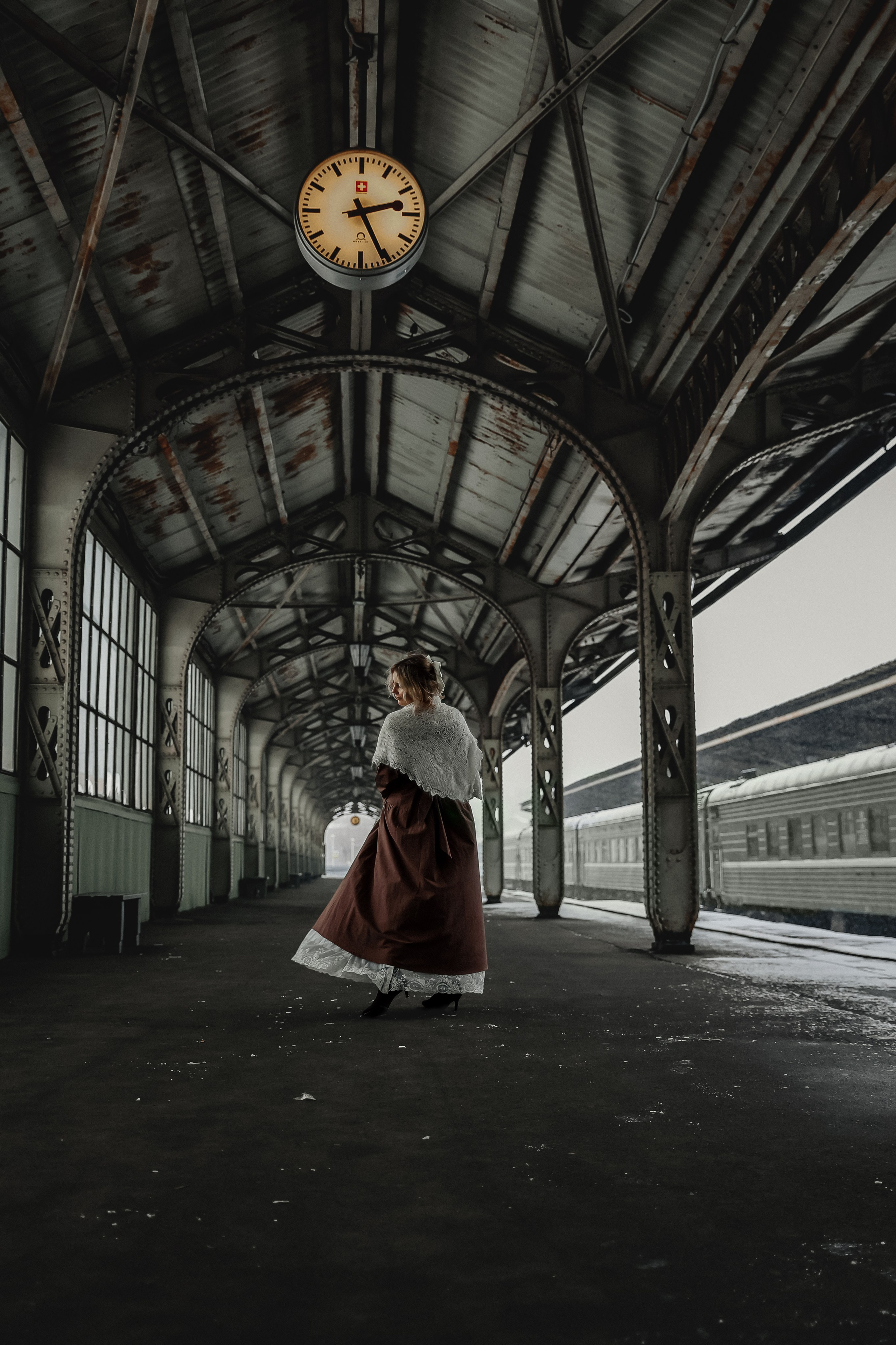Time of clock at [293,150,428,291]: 2:25
